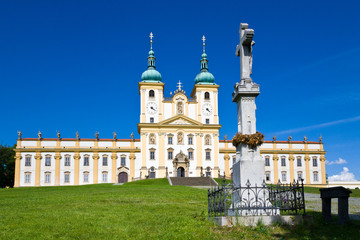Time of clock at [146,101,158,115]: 4:21
